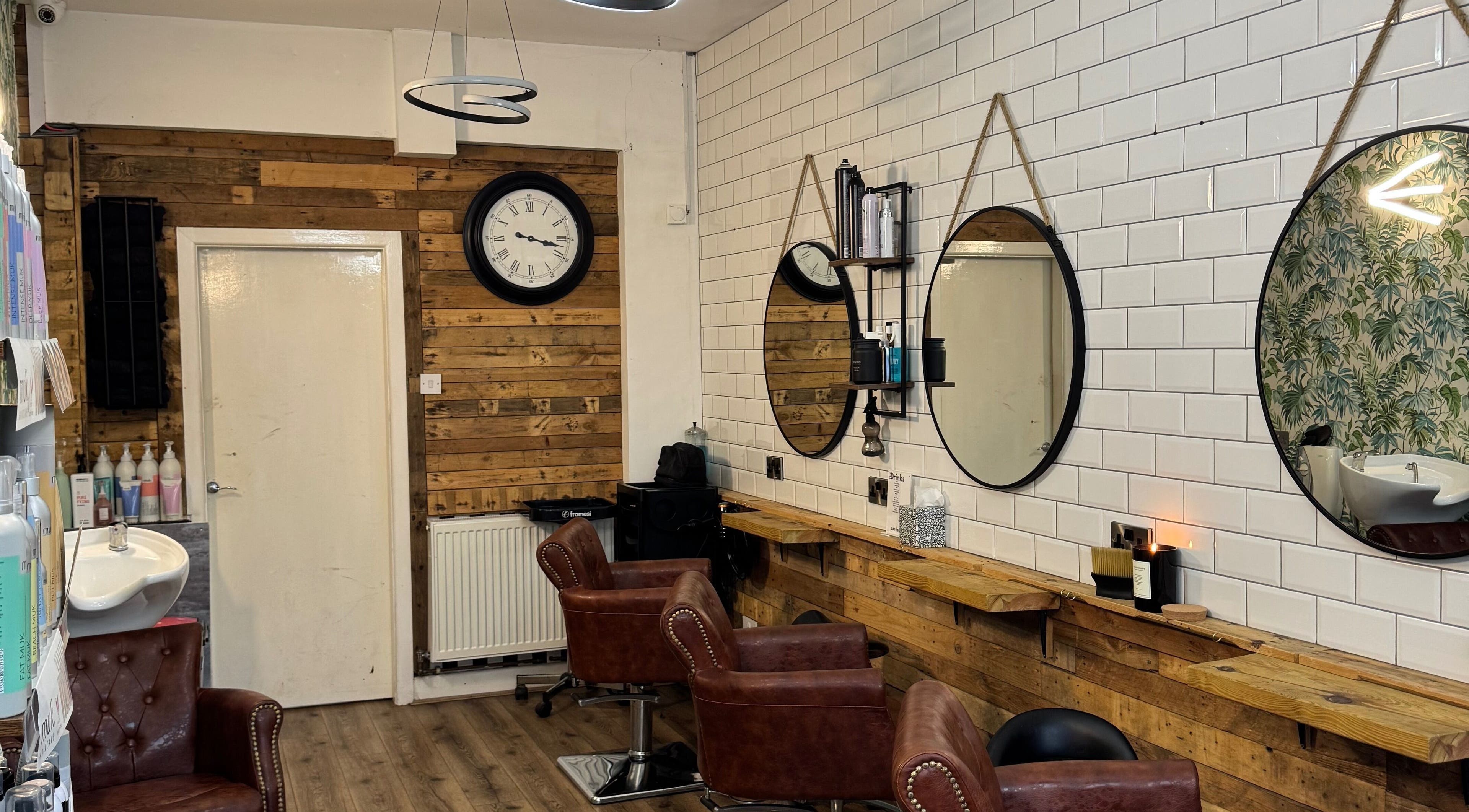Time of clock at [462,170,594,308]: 3:17
